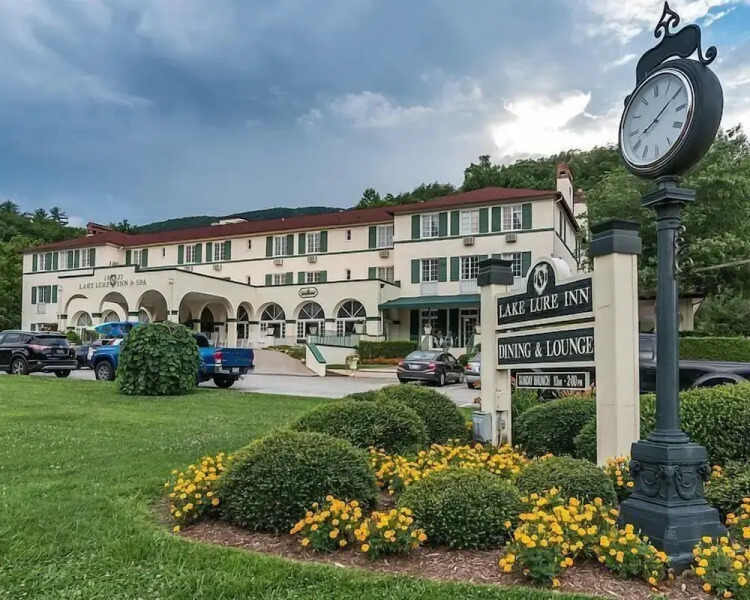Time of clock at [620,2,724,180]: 8:09
